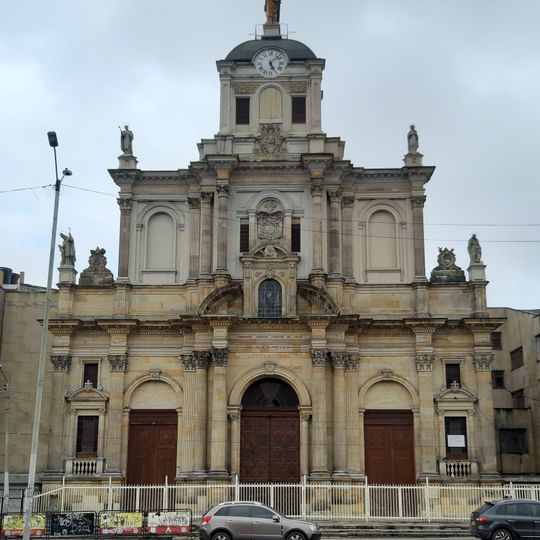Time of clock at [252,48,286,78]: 5:07
